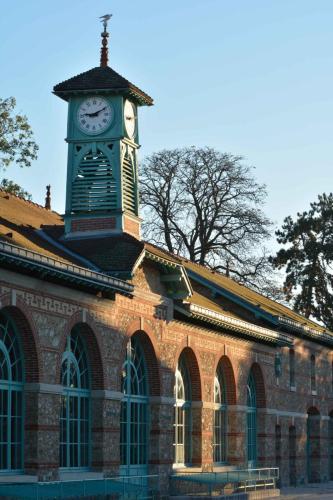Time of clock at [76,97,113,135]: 9:10
